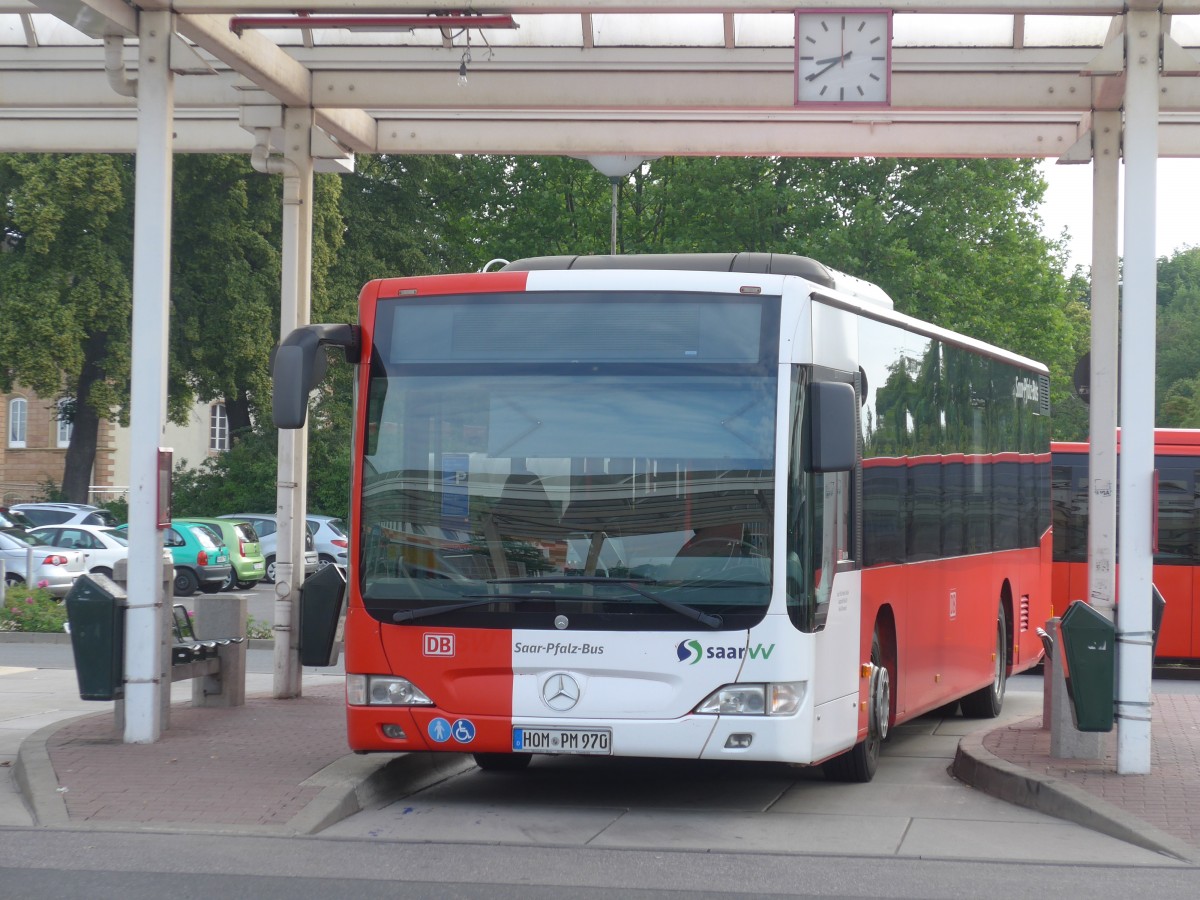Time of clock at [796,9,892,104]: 8:39
